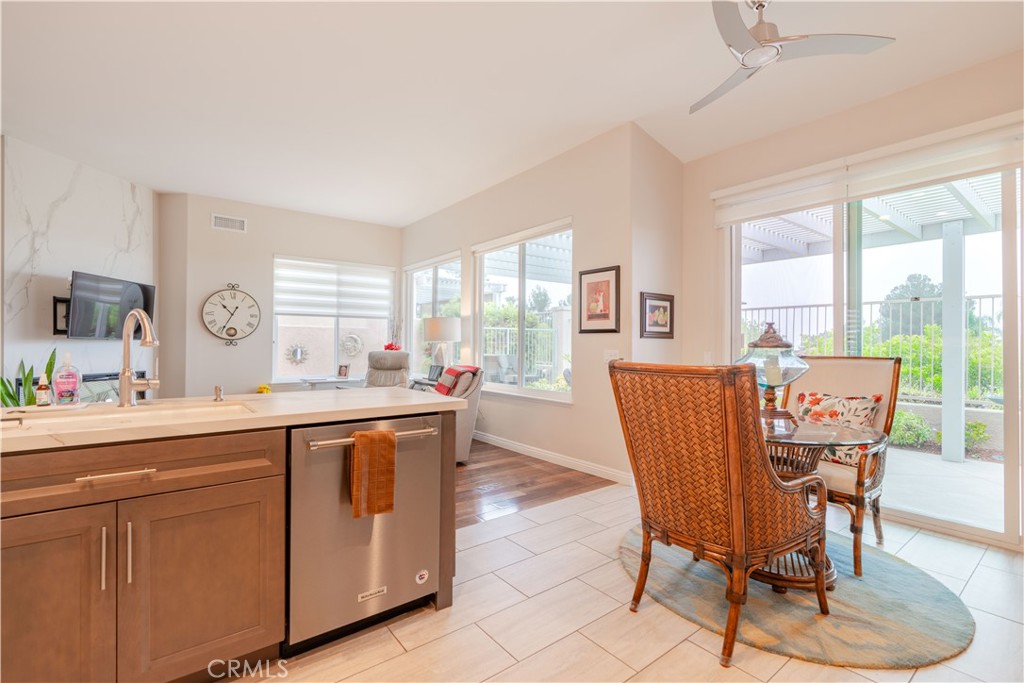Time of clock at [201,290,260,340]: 10:34
